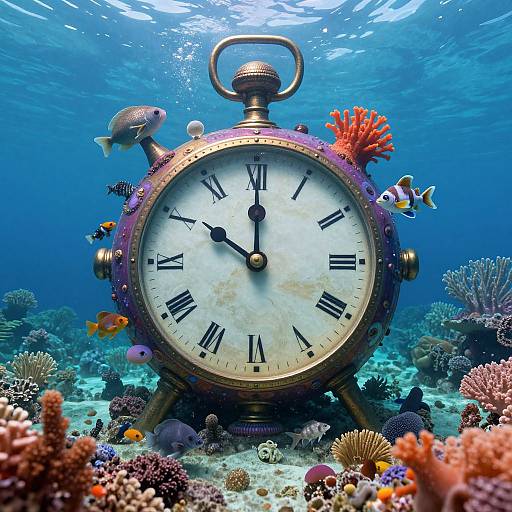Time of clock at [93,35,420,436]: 10:00
